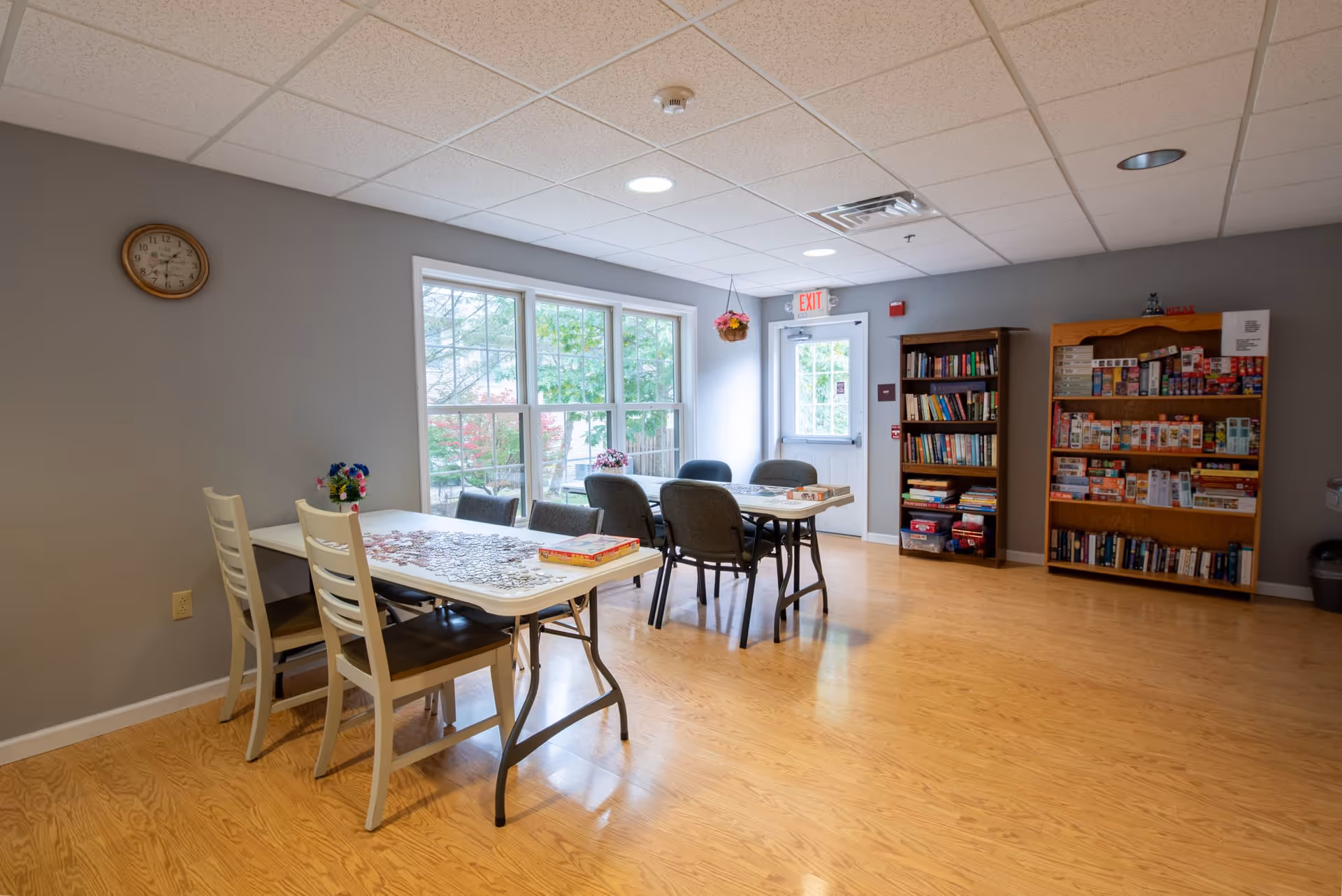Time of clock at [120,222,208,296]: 1:30
